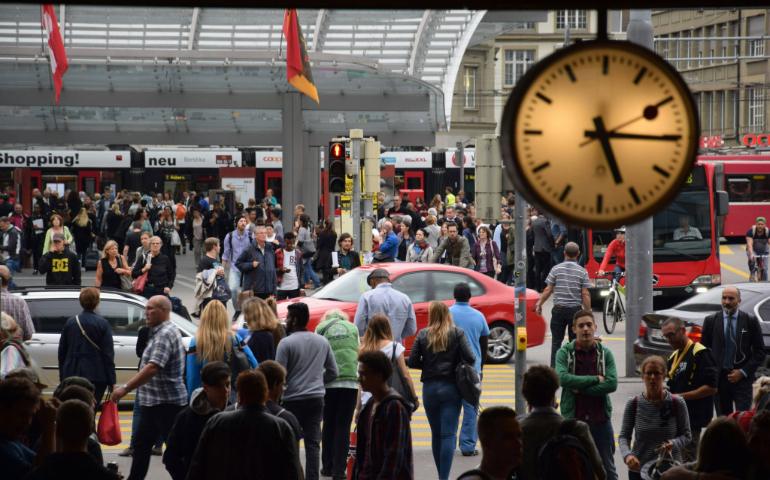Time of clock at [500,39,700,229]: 5:15
